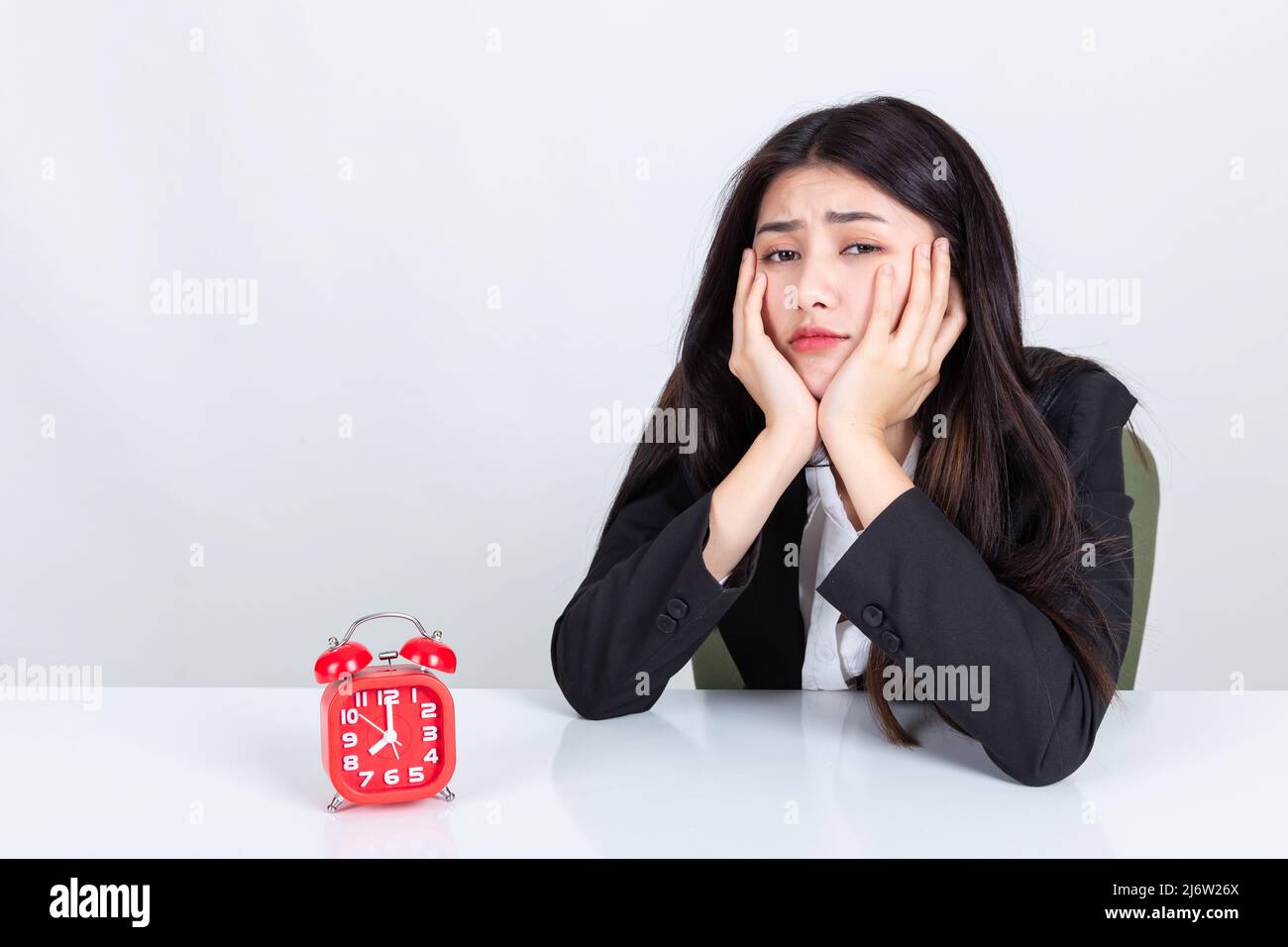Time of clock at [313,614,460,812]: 8:00
